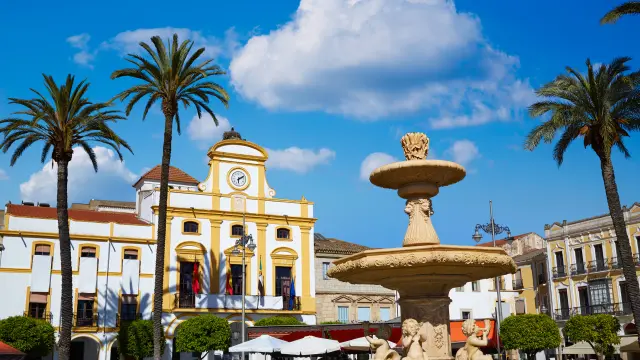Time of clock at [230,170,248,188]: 6:10
